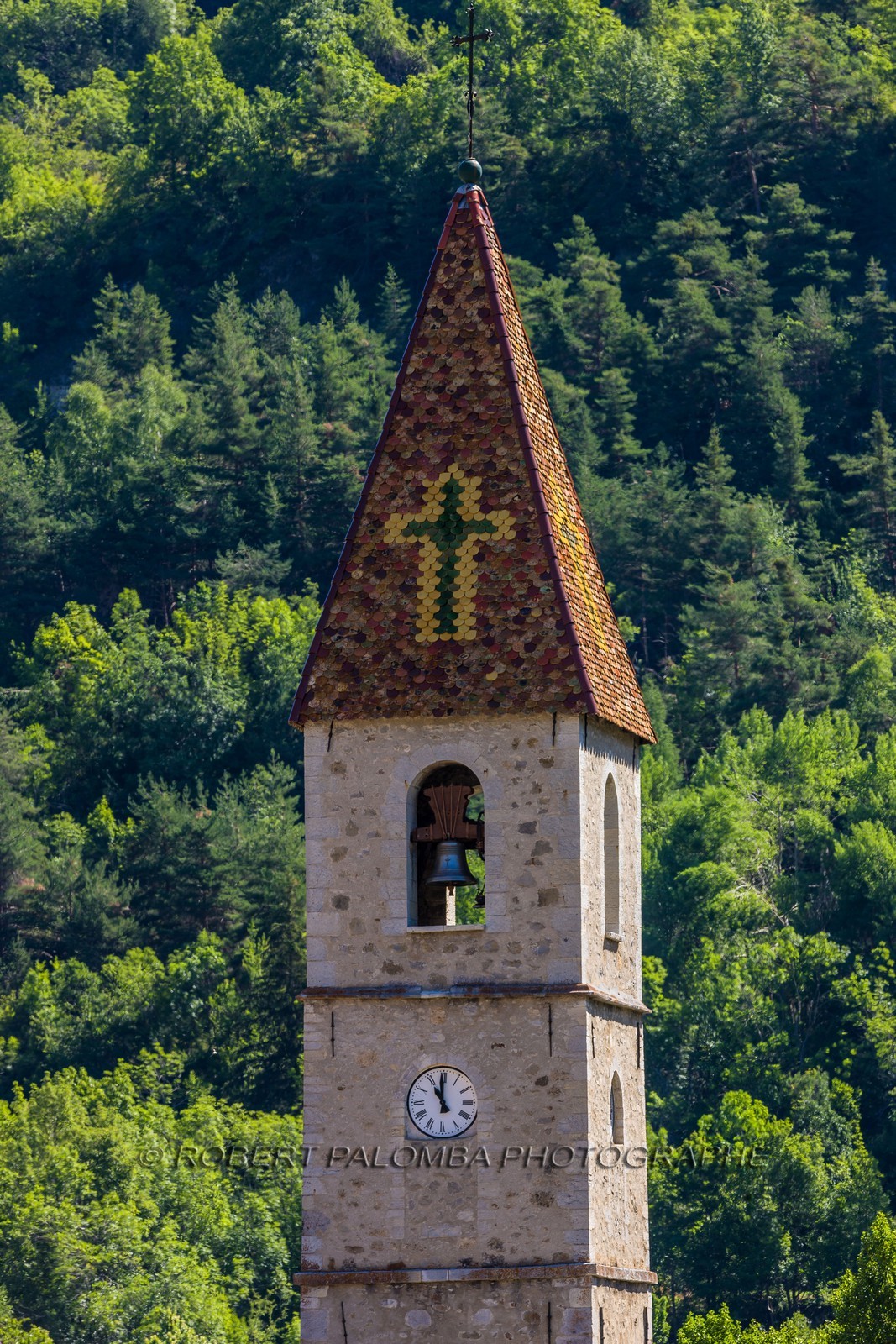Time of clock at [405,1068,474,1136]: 10:59
